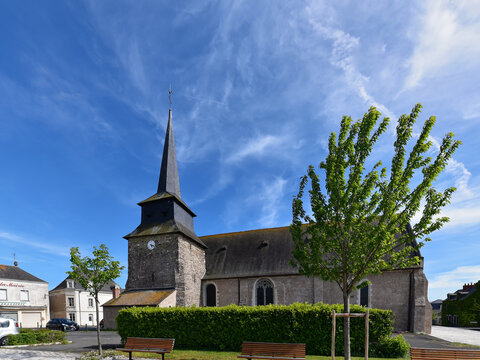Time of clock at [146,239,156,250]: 5:18
